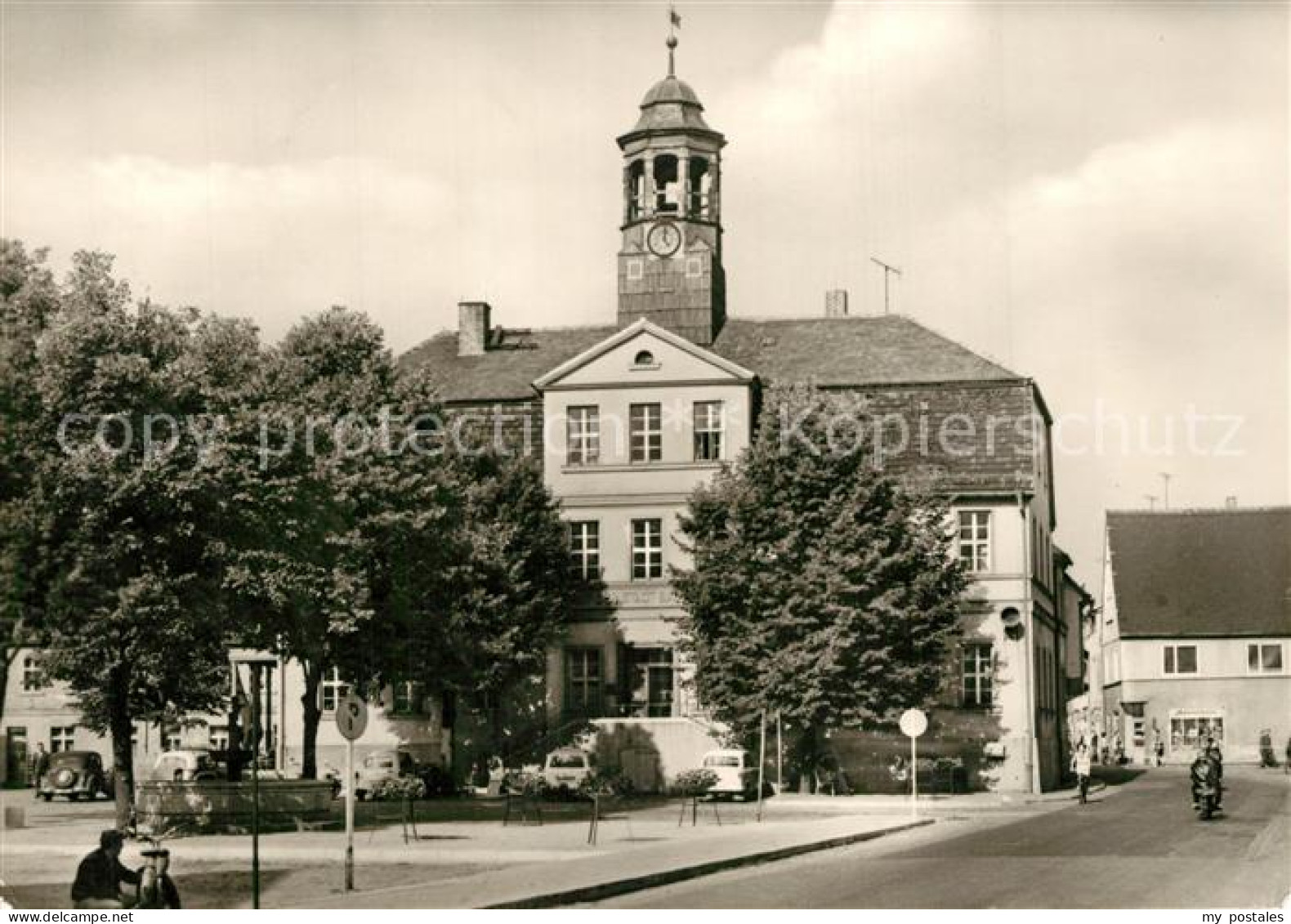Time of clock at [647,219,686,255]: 5:00
